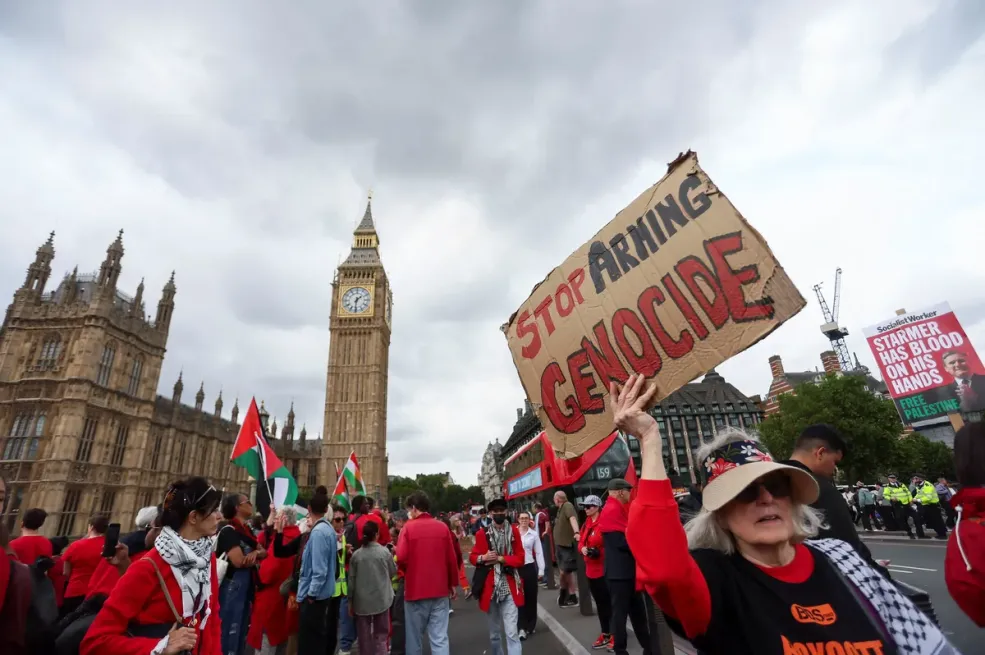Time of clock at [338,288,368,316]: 1:31
